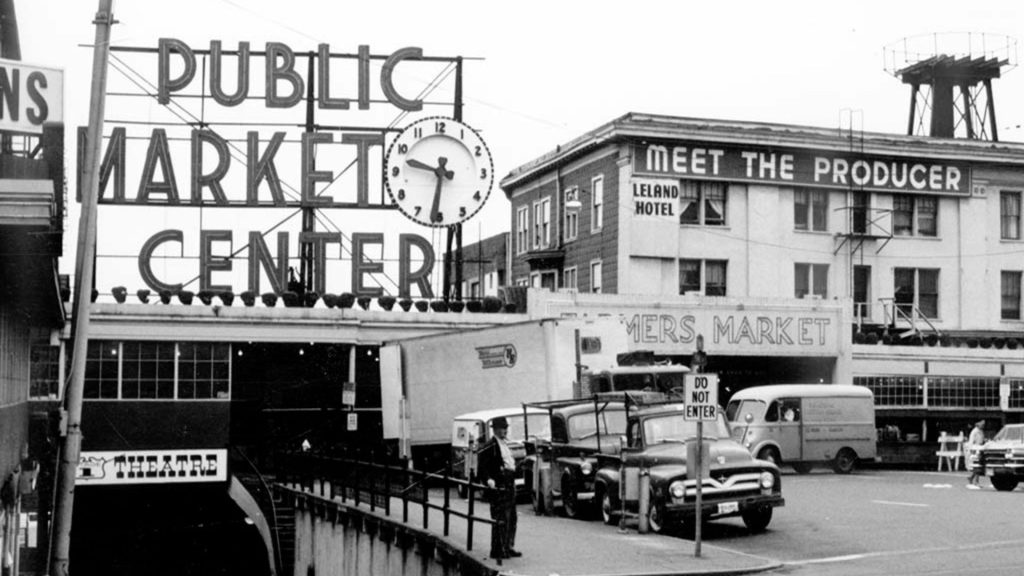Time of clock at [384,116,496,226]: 9:32
